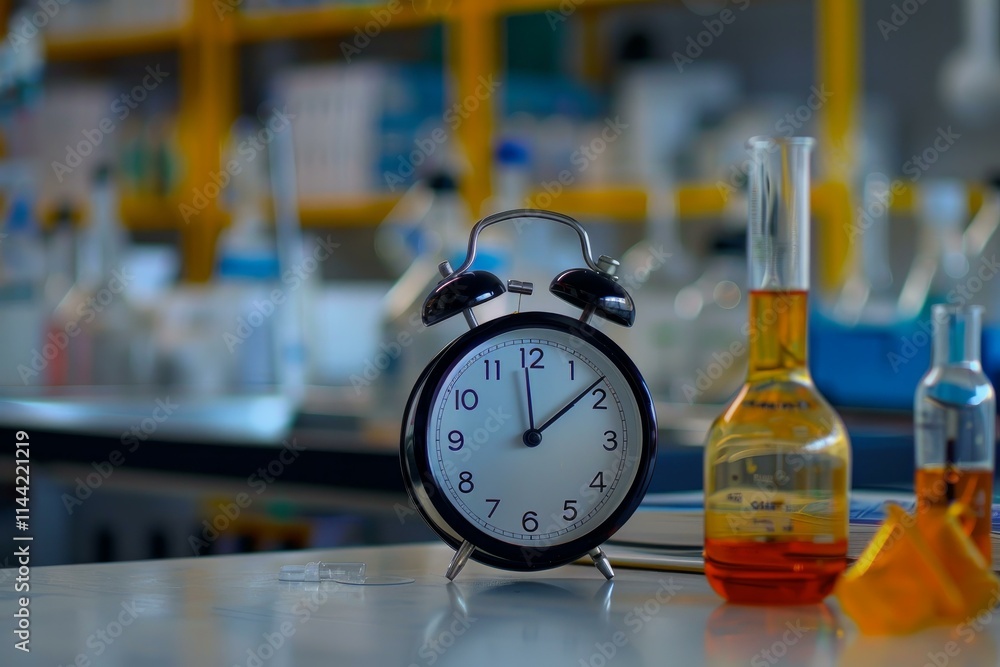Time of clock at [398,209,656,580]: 12:08
